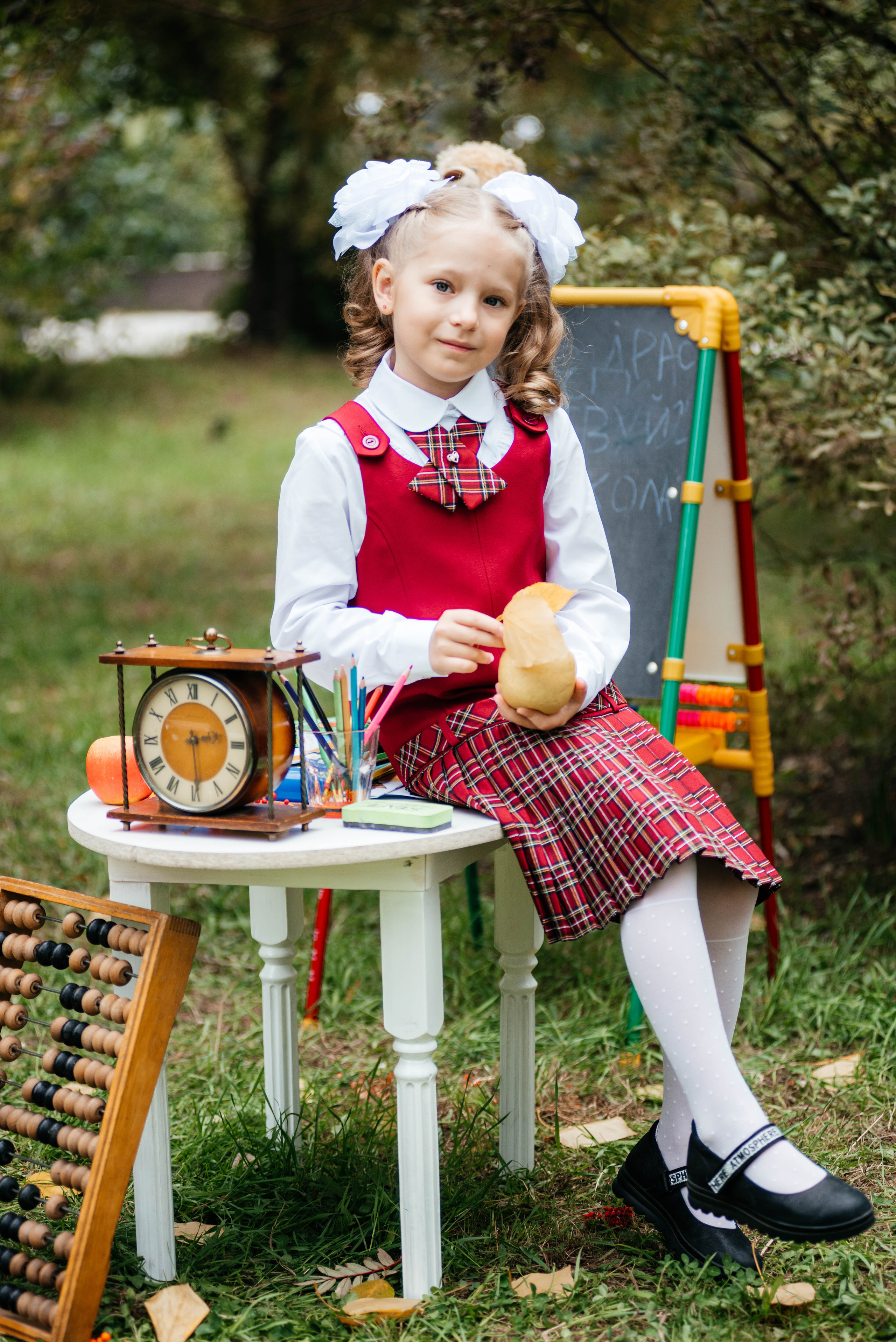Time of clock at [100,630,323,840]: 2:29
